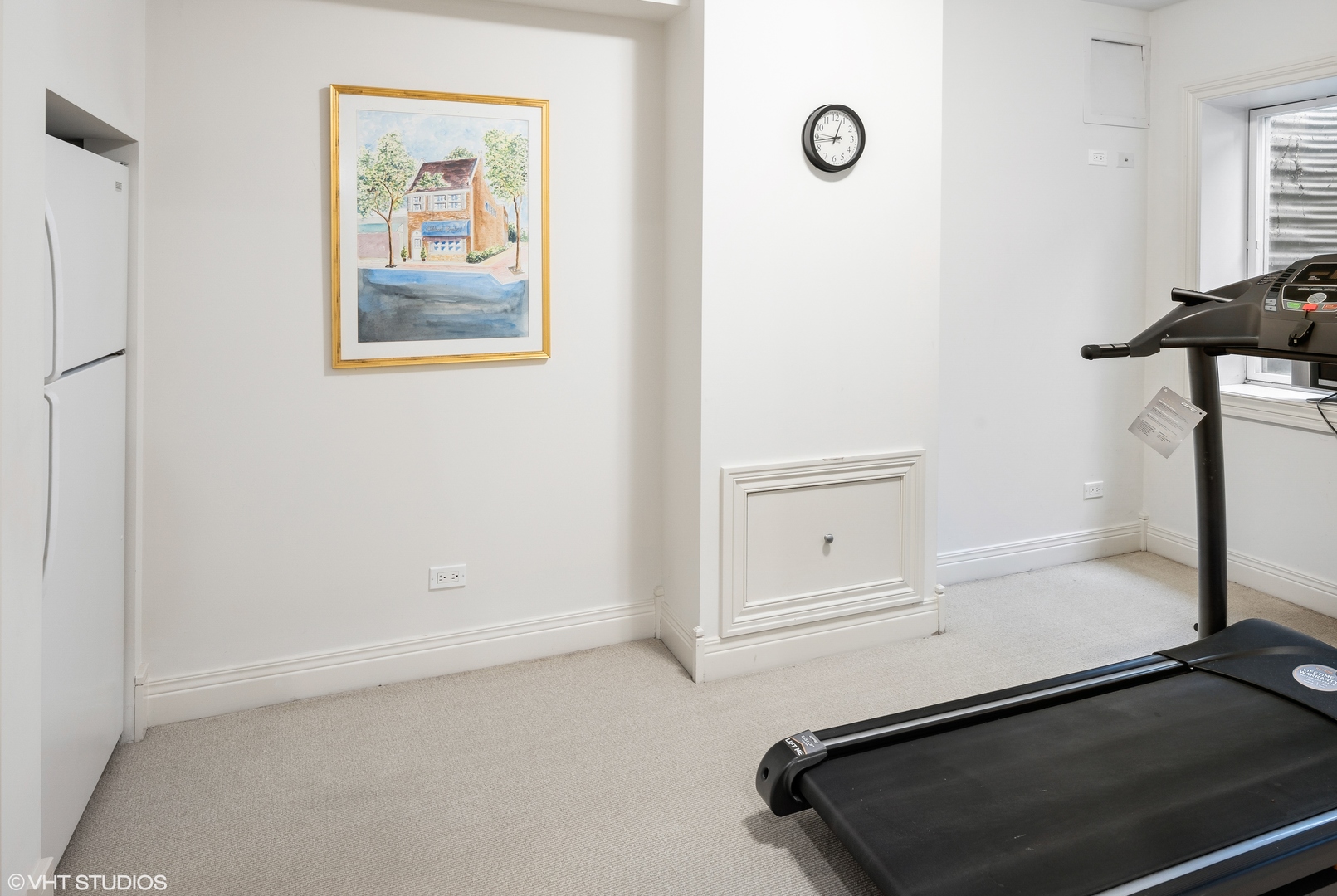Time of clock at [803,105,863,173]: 12:43
